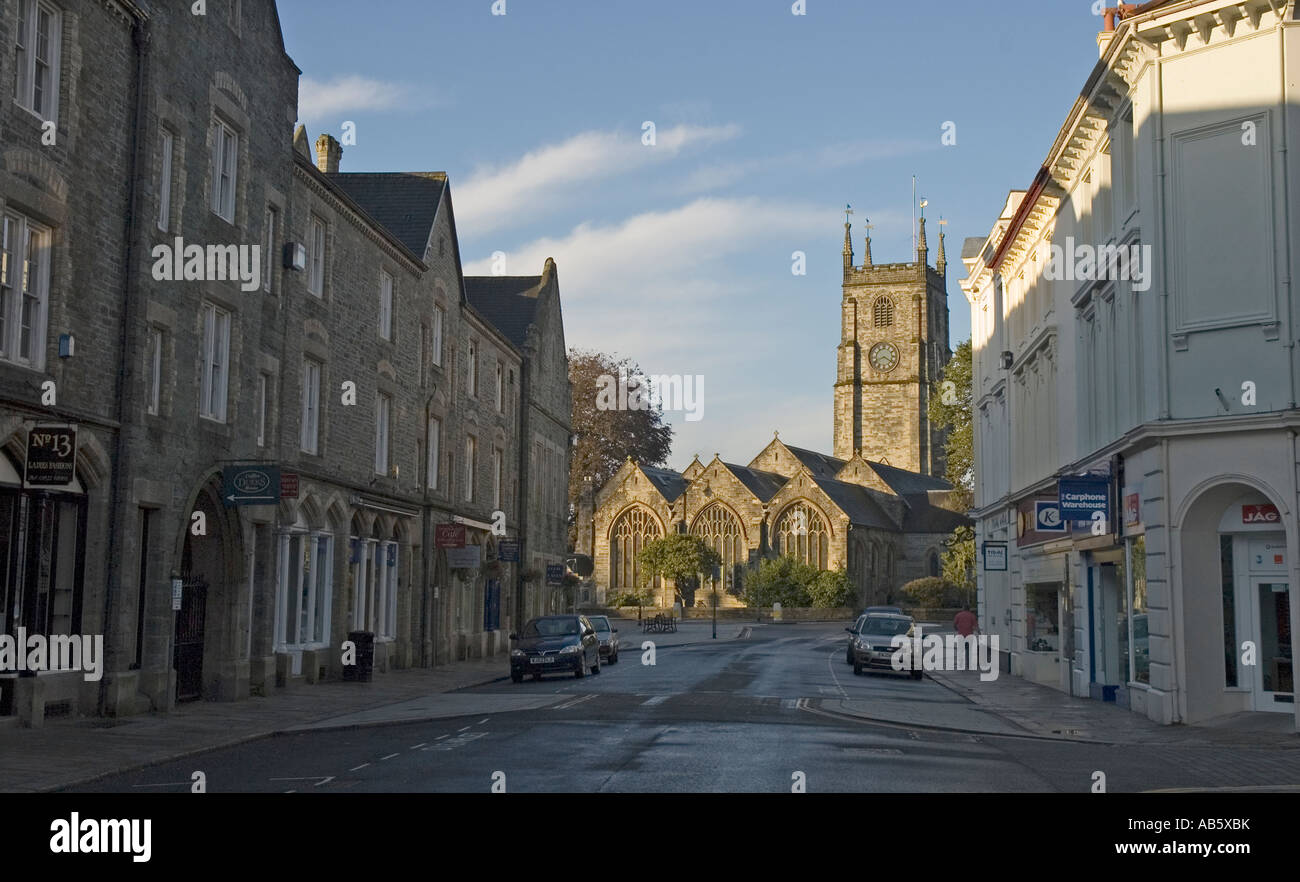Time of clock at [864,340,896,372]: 8:20
